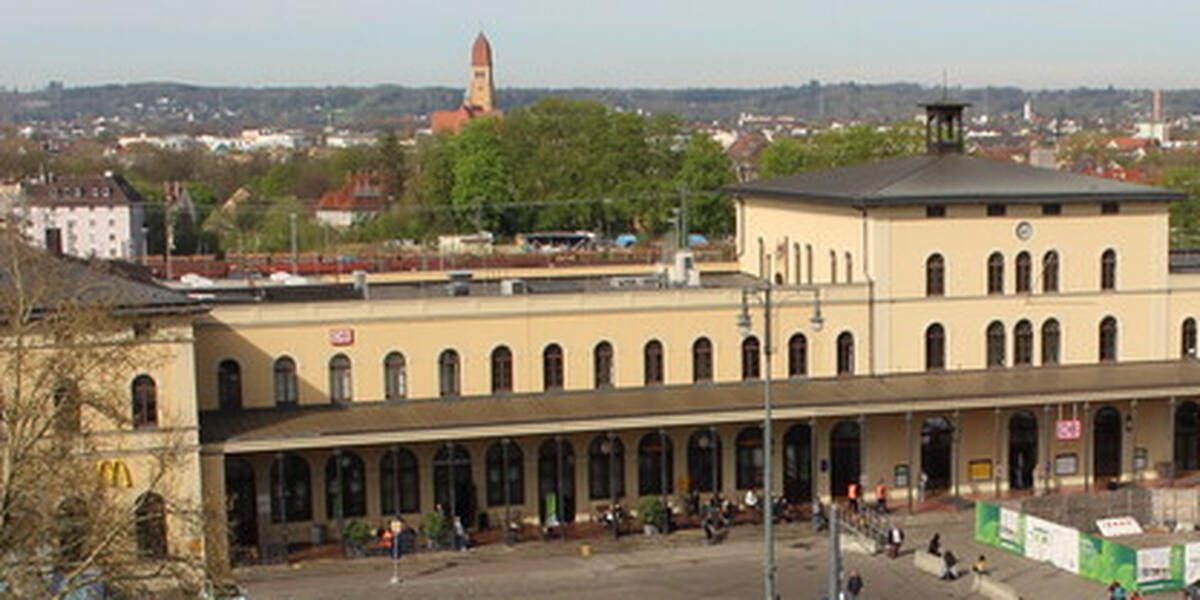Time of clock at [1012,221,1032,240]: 8:38
